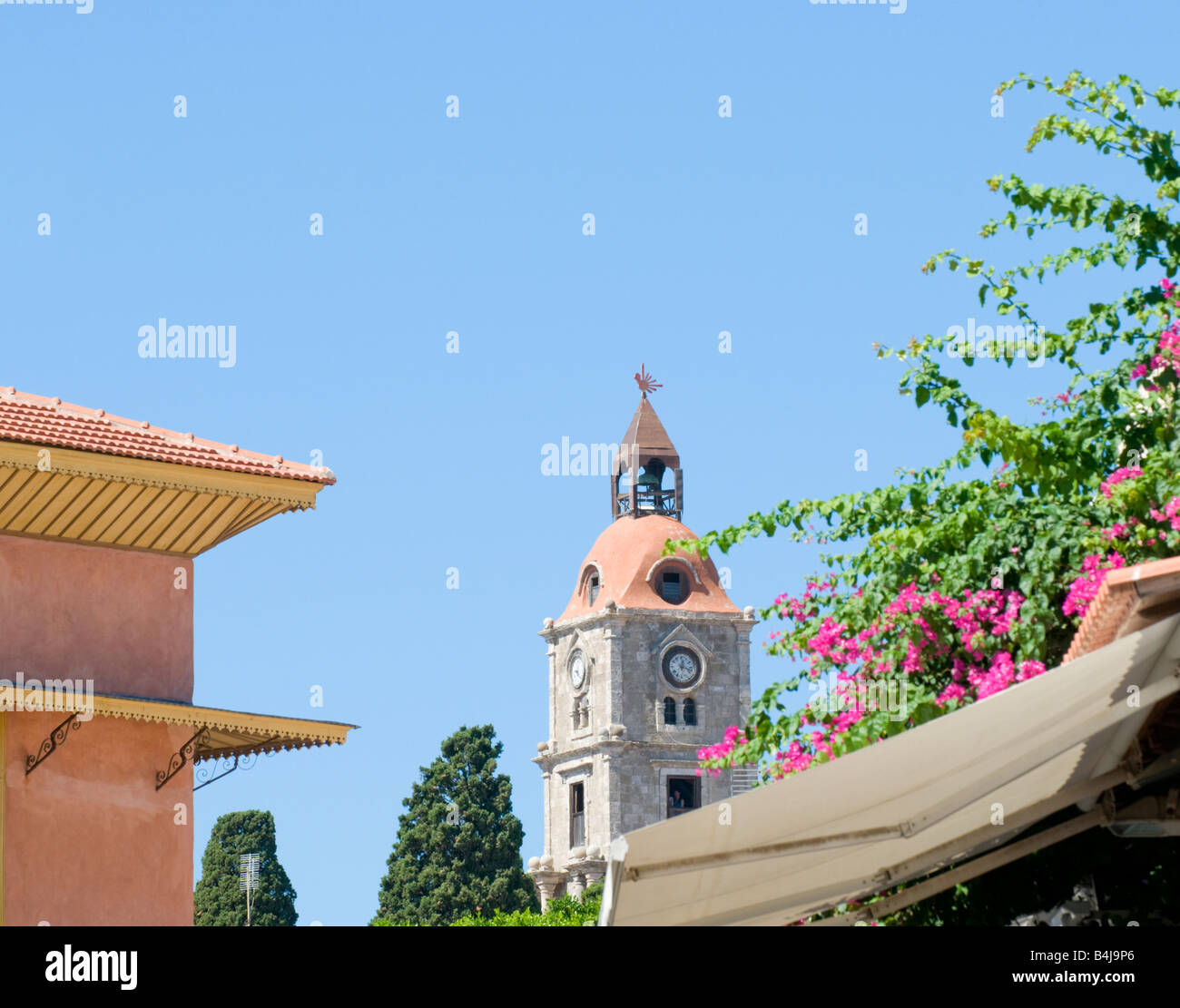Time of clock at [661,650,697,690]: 12:17
